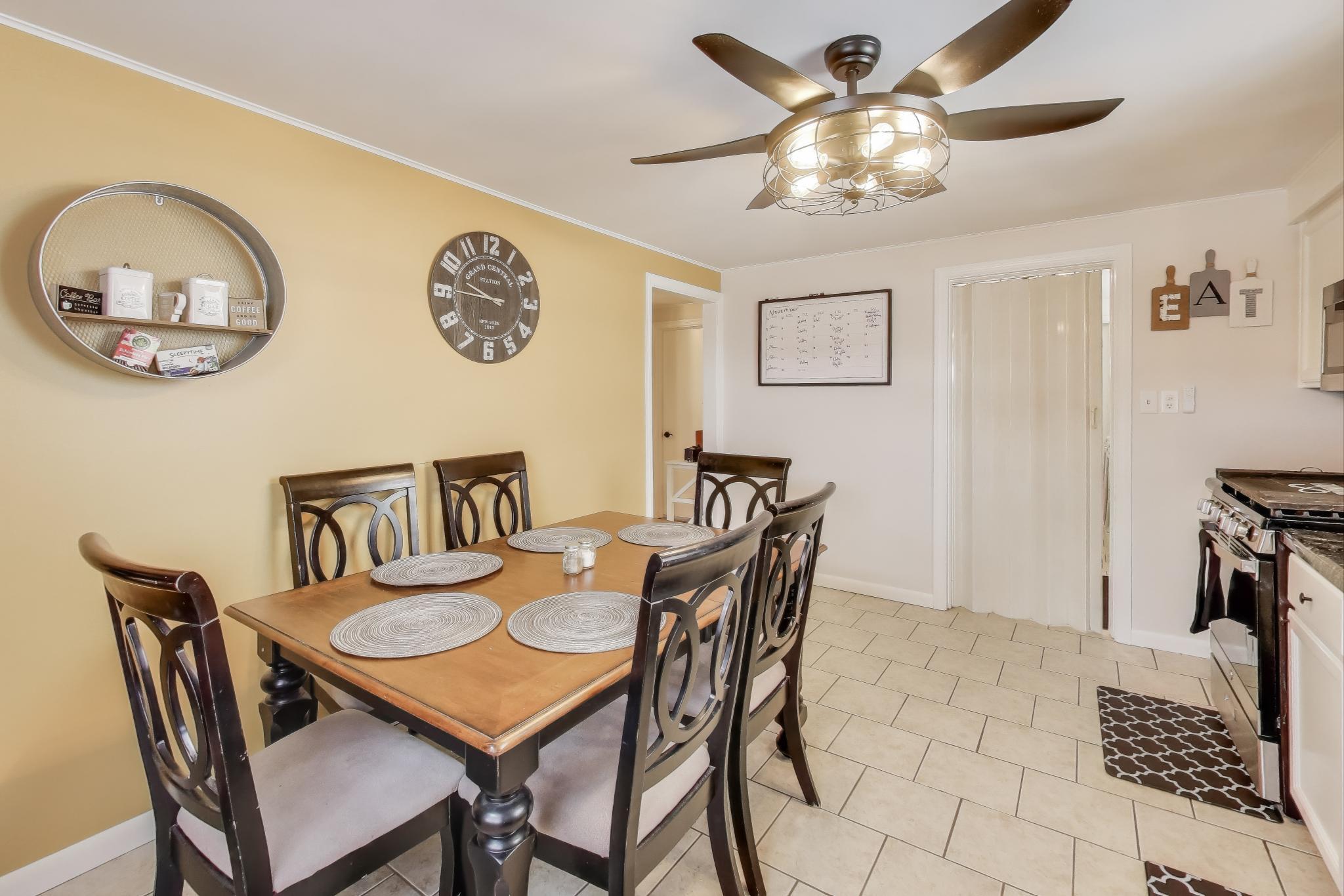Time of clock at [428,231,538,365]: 9:45
